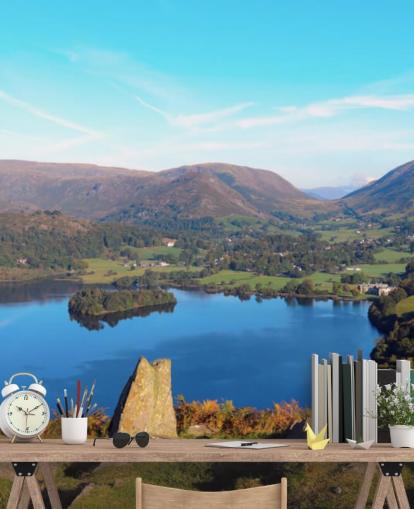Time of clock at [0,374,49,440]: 10:10
